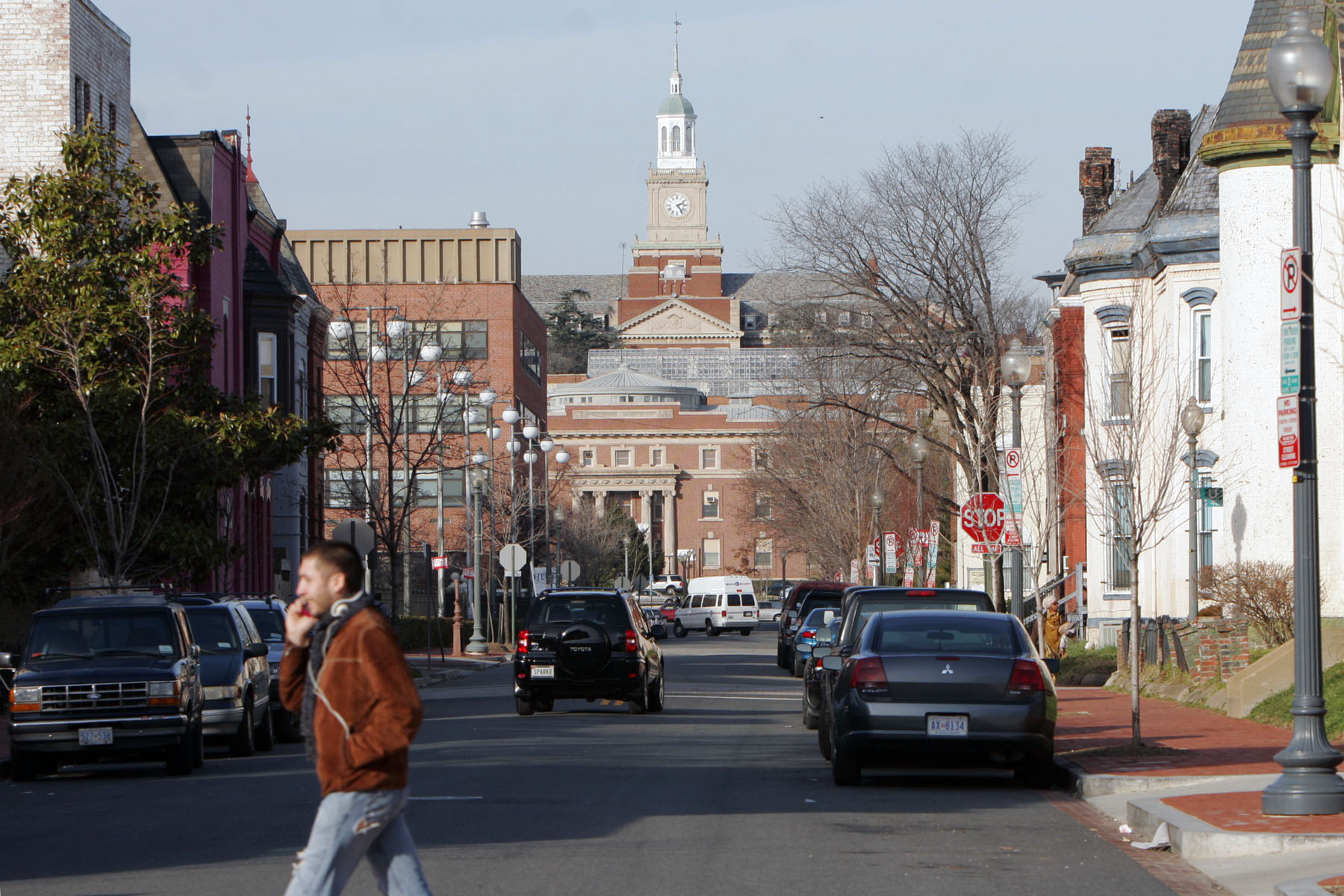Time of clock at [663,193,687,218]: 2:23
